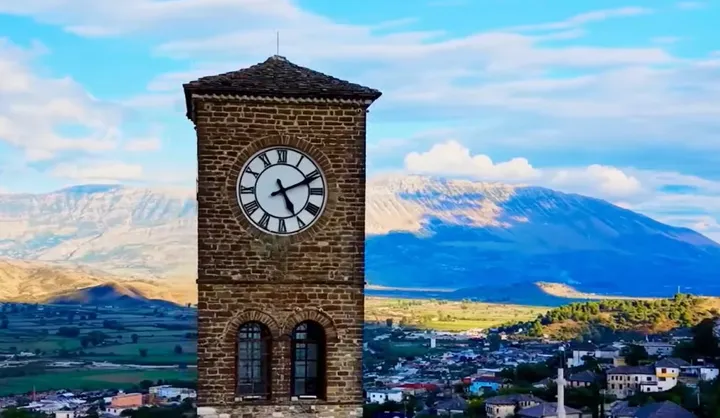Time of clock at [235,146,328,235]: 5:11
